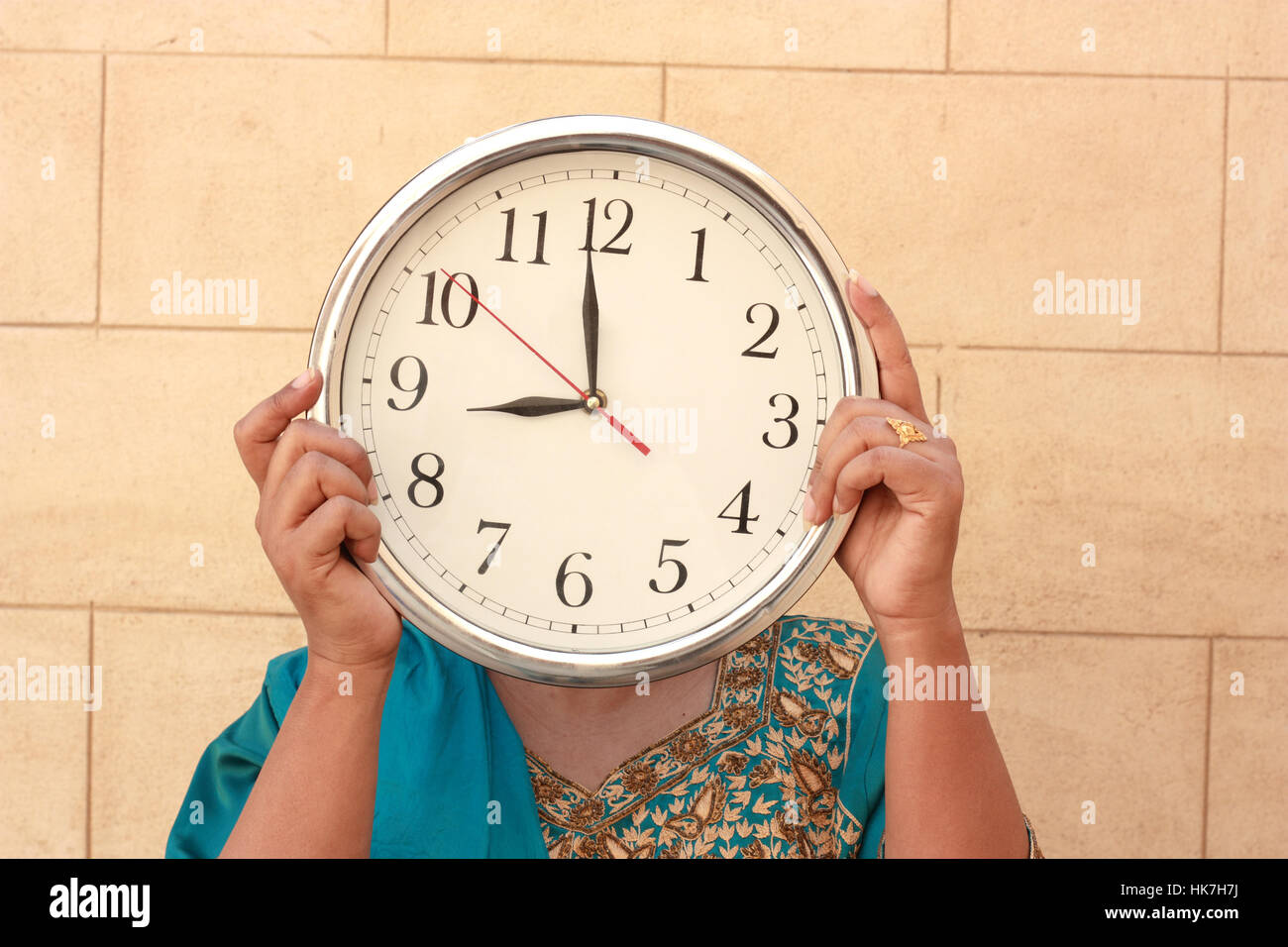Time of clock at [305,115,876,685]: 8:58
